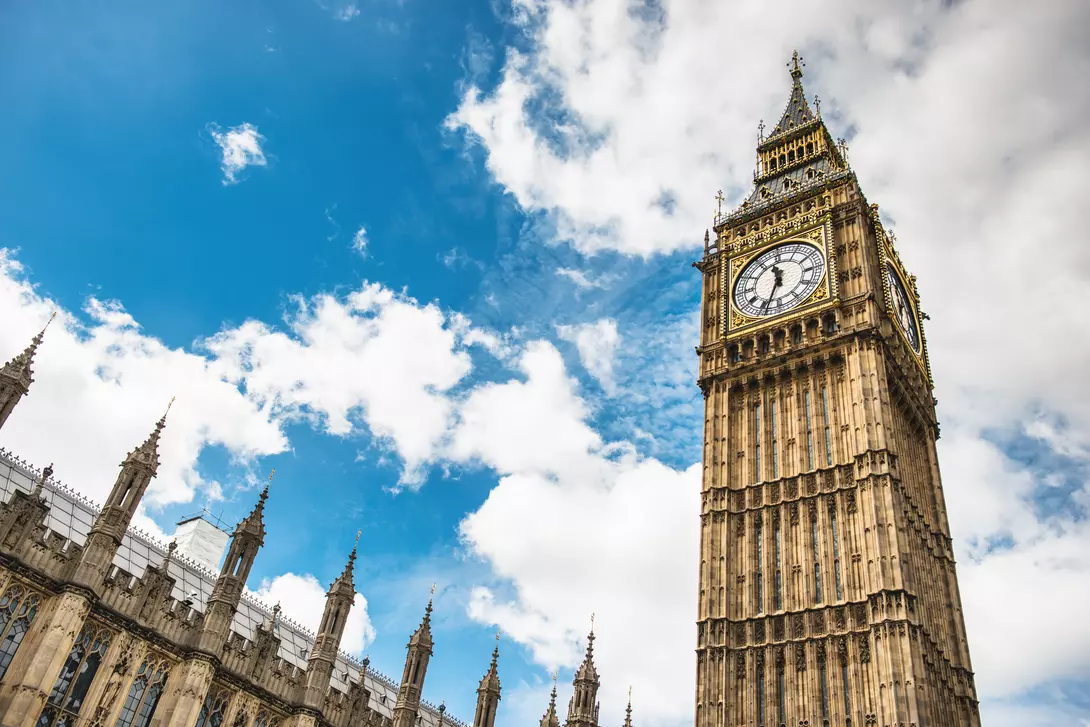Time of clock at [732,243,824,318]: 11:33
